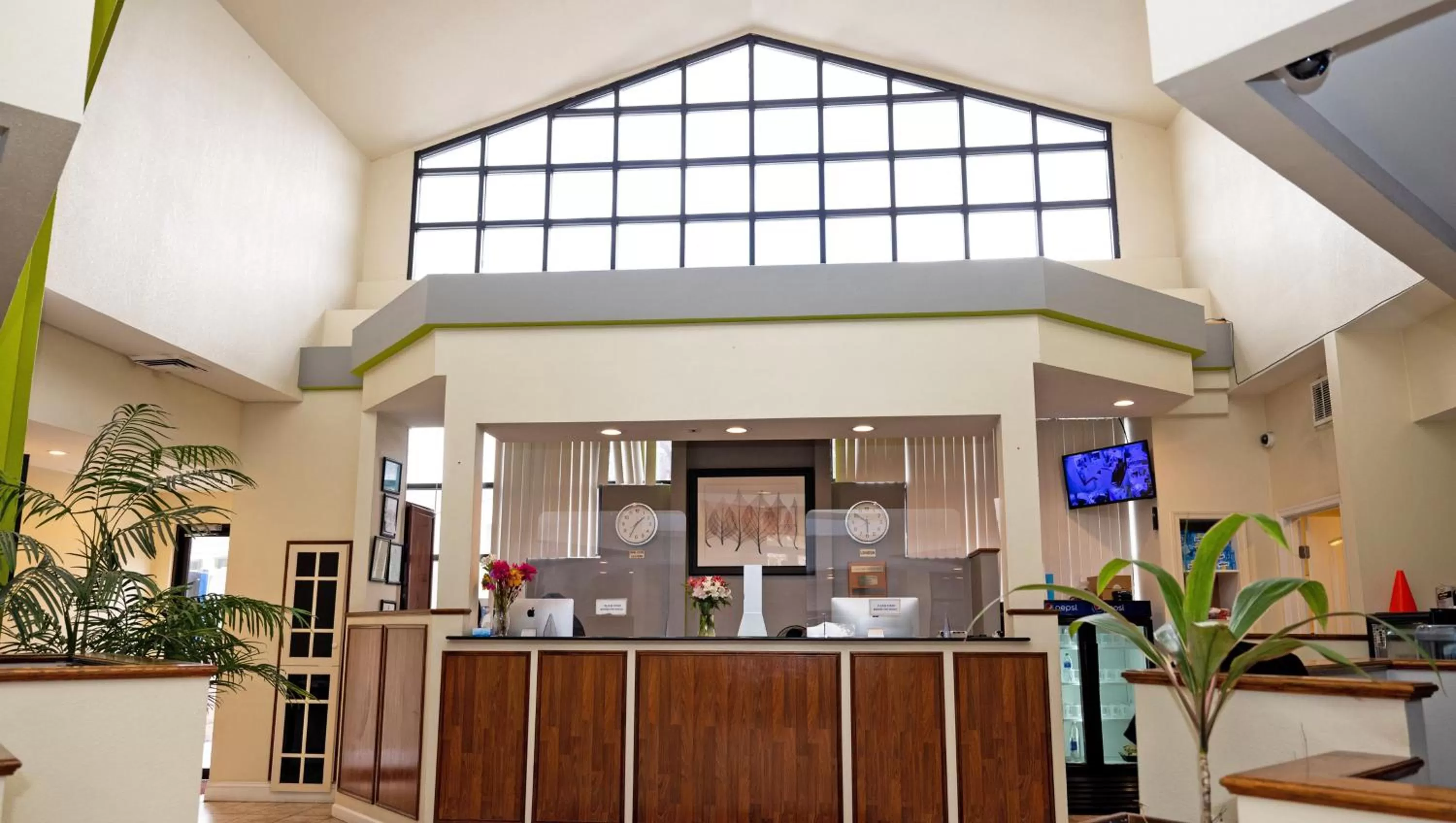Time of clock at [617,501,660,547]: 1:34
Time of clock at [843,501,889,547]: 5:51
